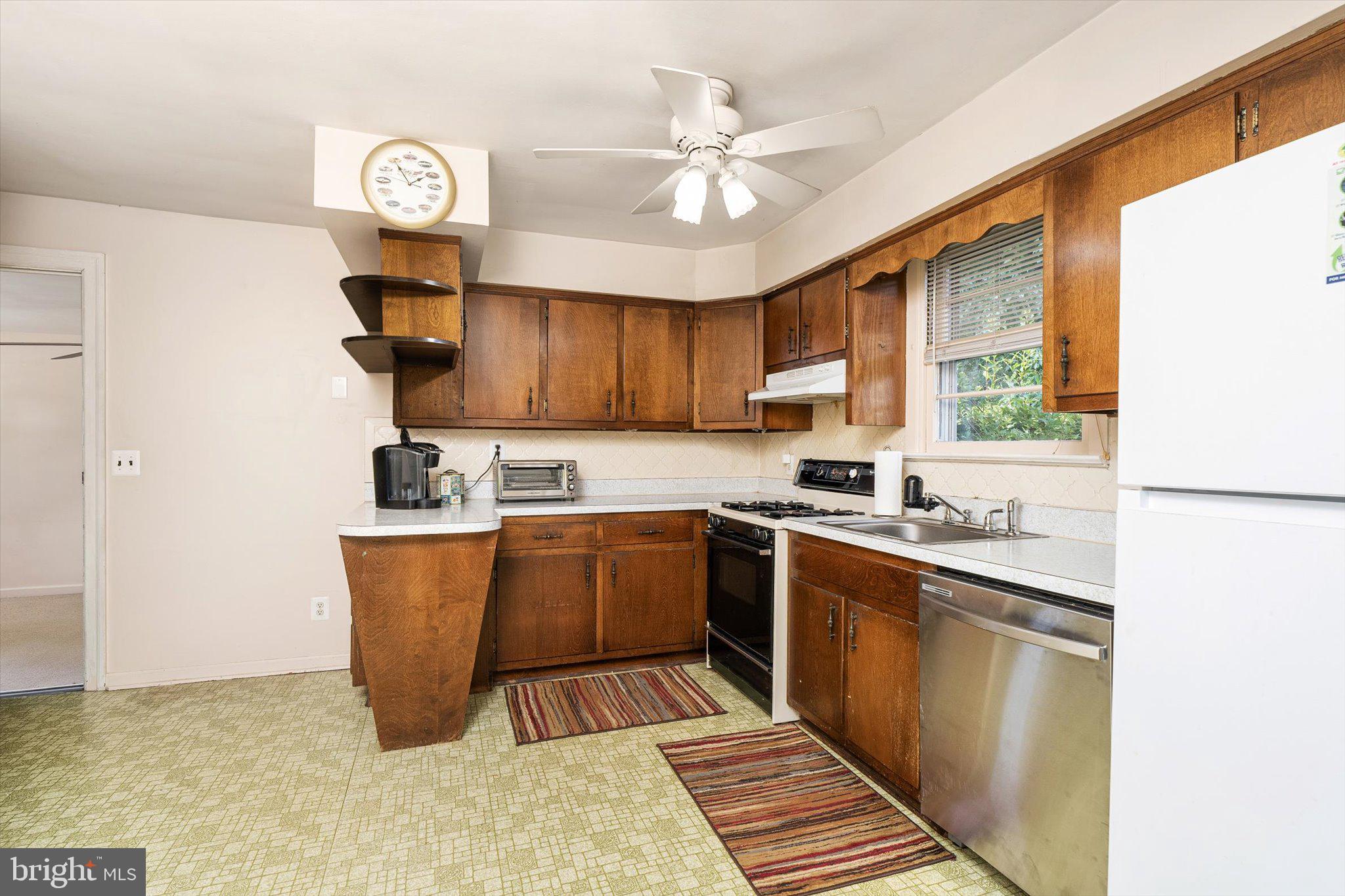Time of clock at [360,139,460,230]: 1:54
